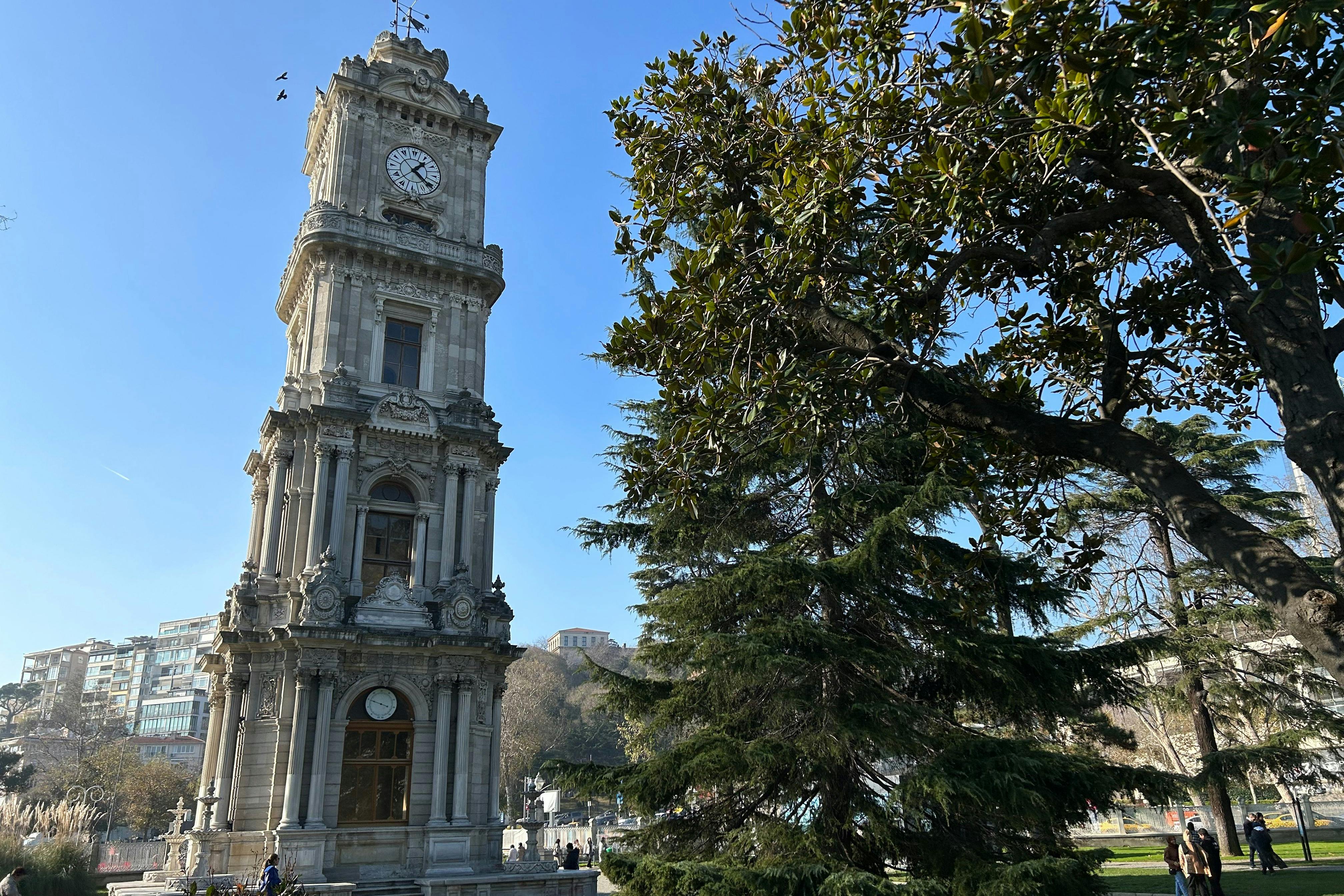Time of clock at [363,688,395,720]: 3:49
